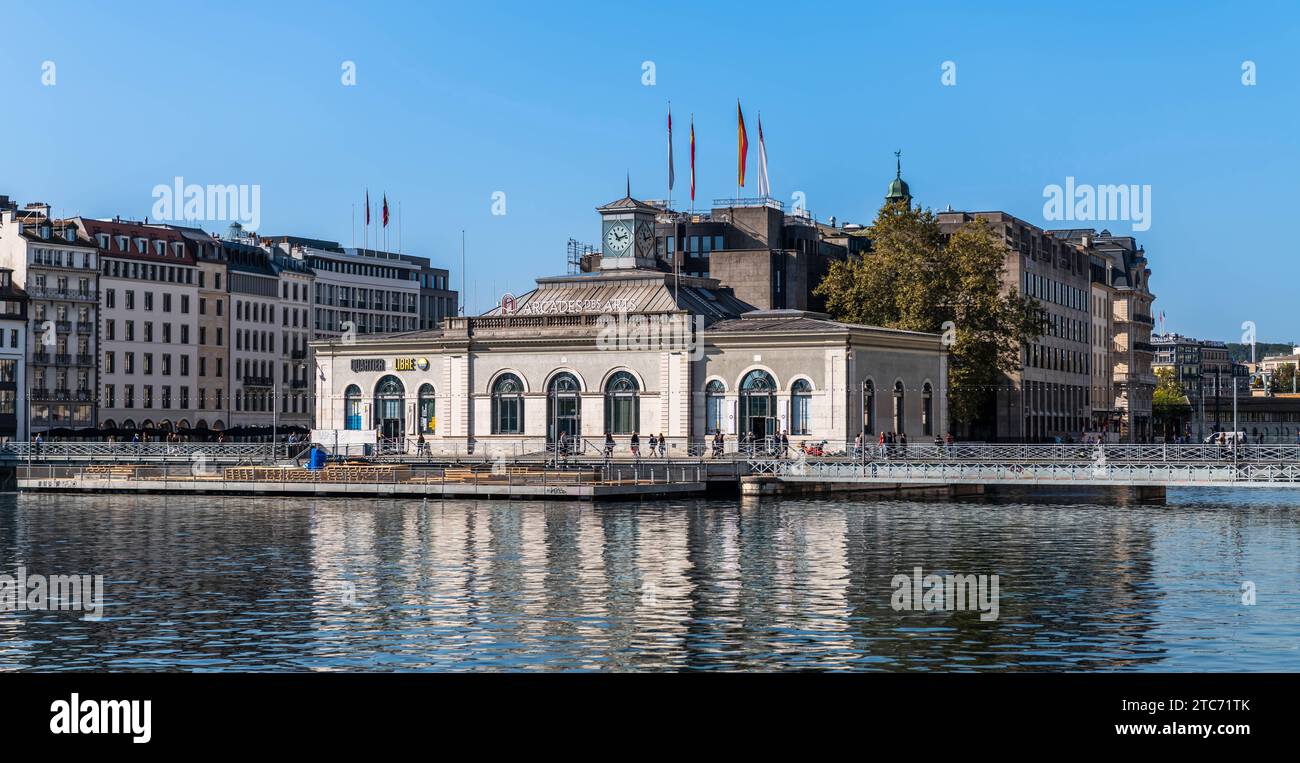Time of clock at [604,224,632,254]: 11:12
